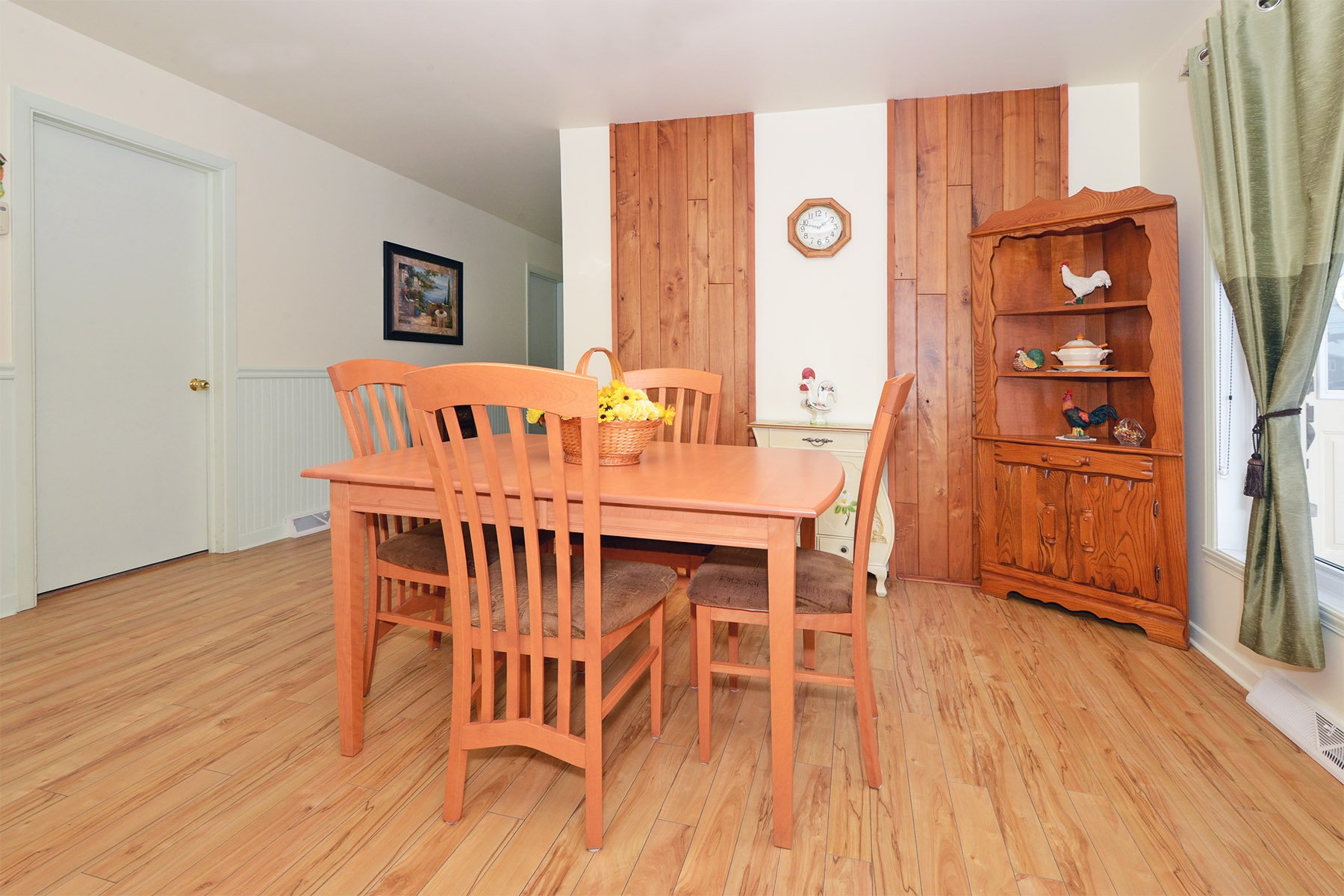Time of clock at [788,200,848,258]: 1:47
